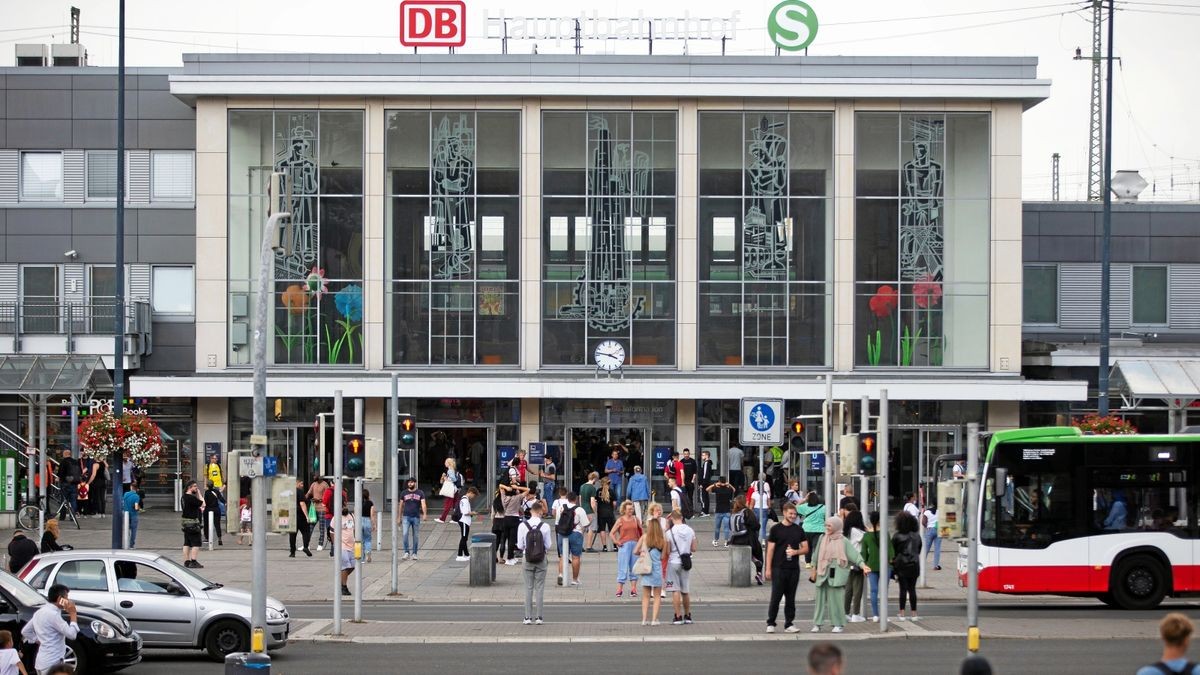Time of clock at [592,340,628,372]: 3:47
